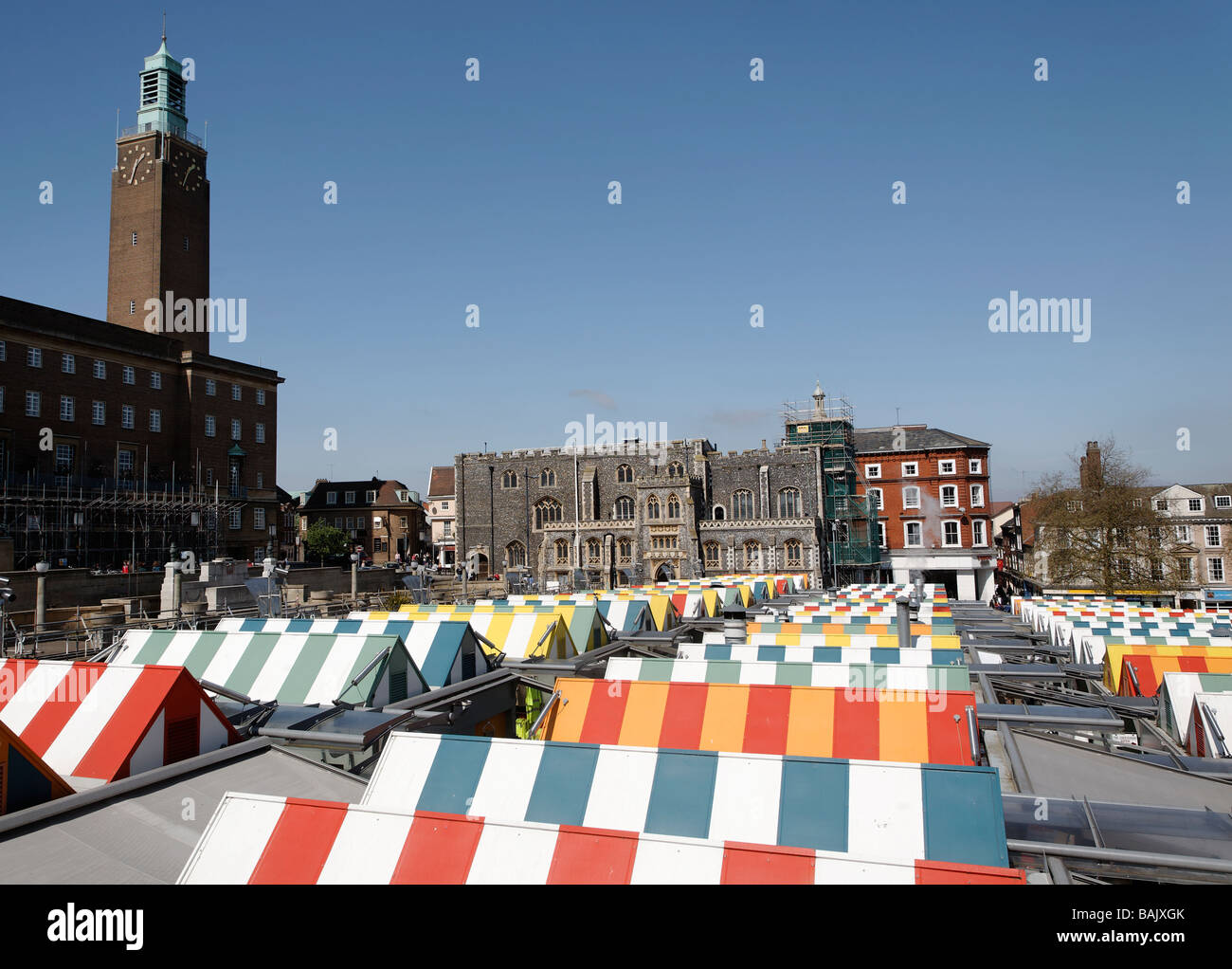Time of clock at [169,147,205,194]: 1:34
